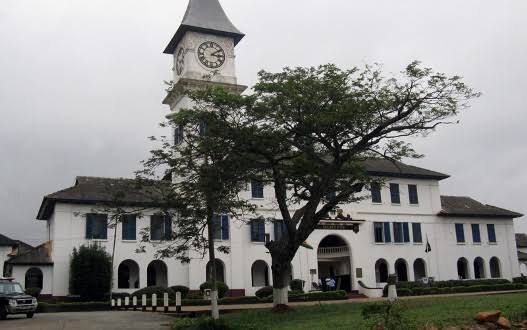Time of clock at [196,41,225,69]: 3:09
